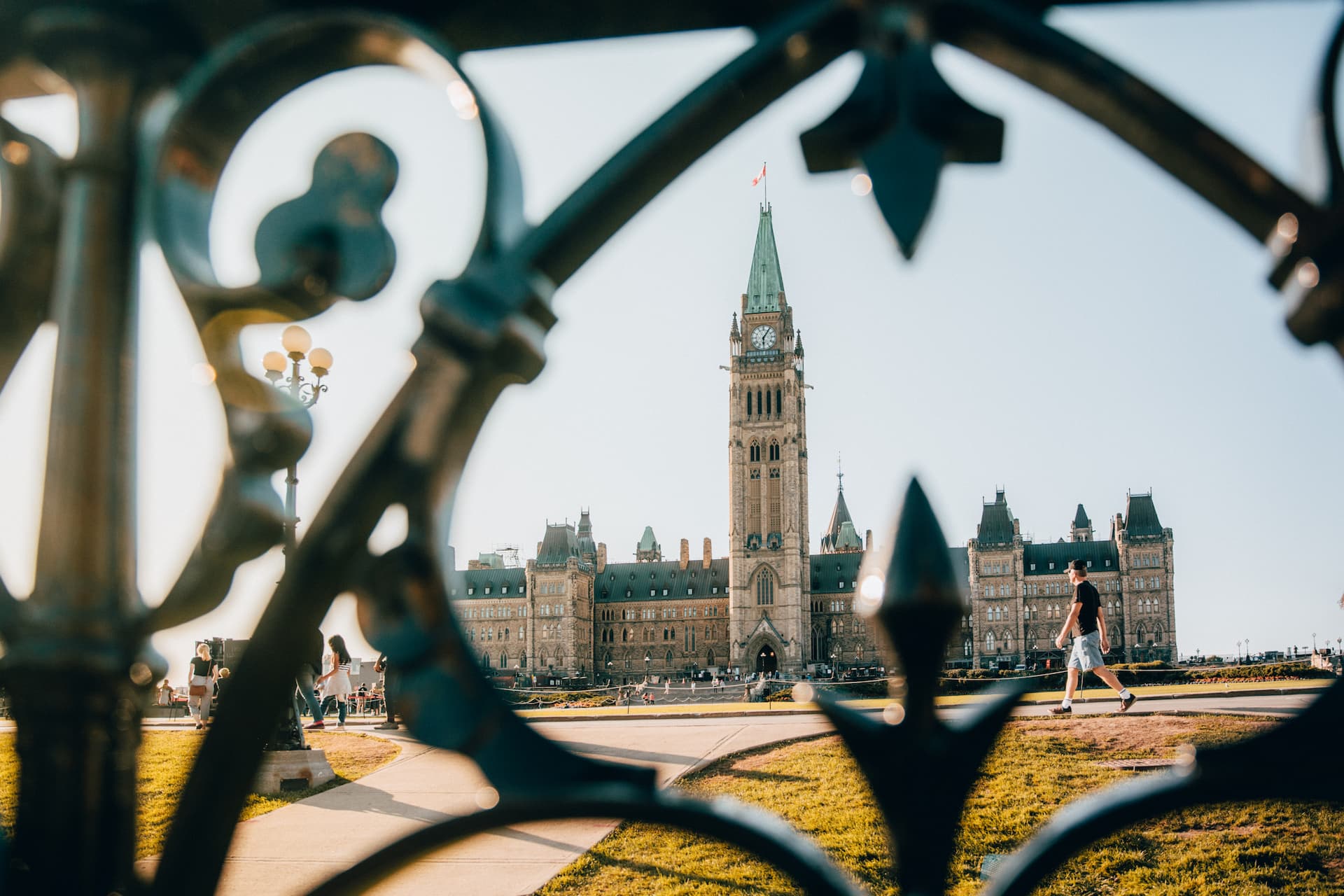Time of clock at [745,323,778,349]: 6:05
